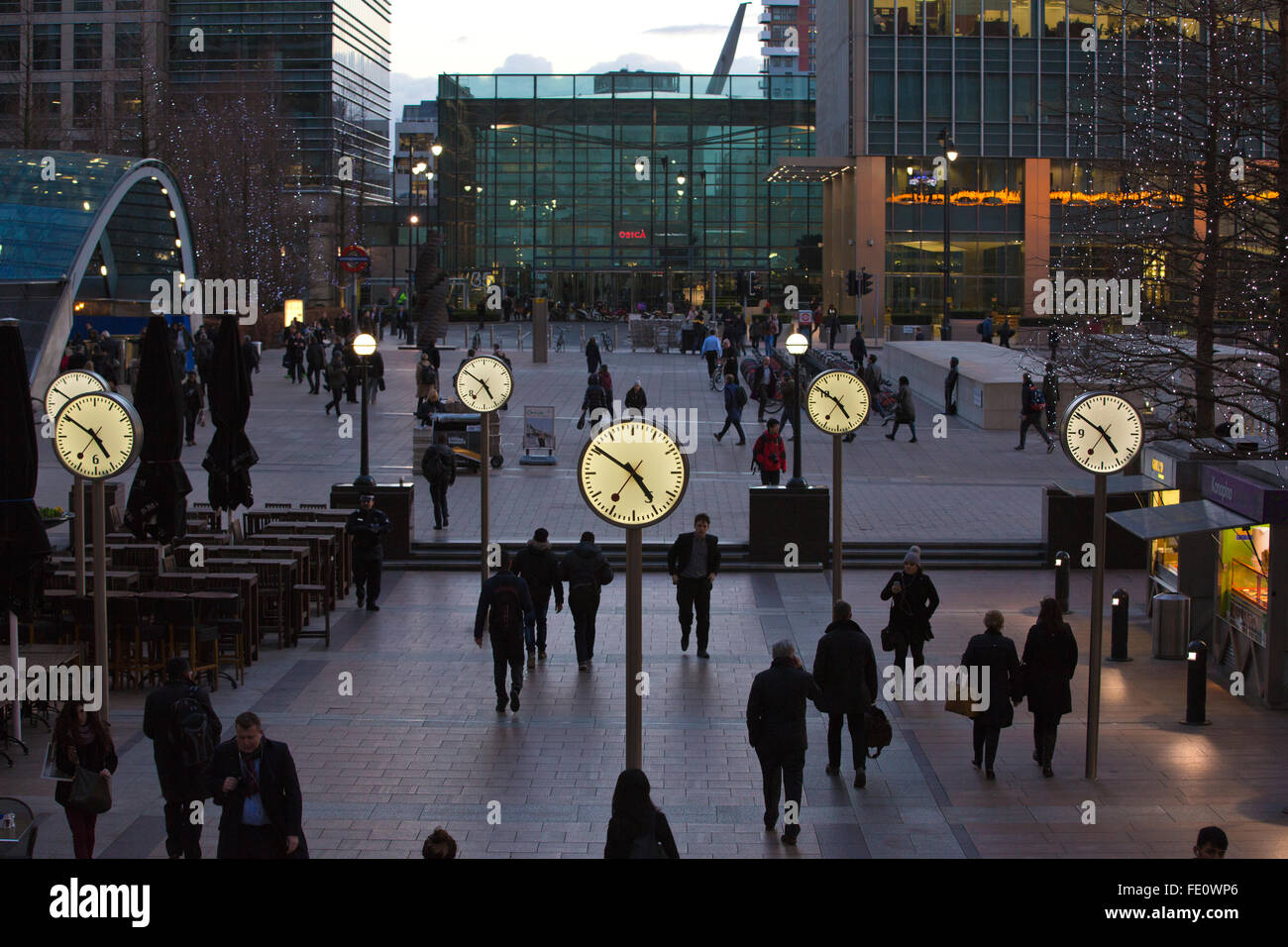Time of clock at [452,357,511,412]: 4:50
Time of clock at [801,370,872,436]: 4:50
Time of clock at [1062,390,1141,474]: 4:50
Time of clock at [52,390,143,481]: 4:50
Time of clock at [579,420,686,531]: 4:50
